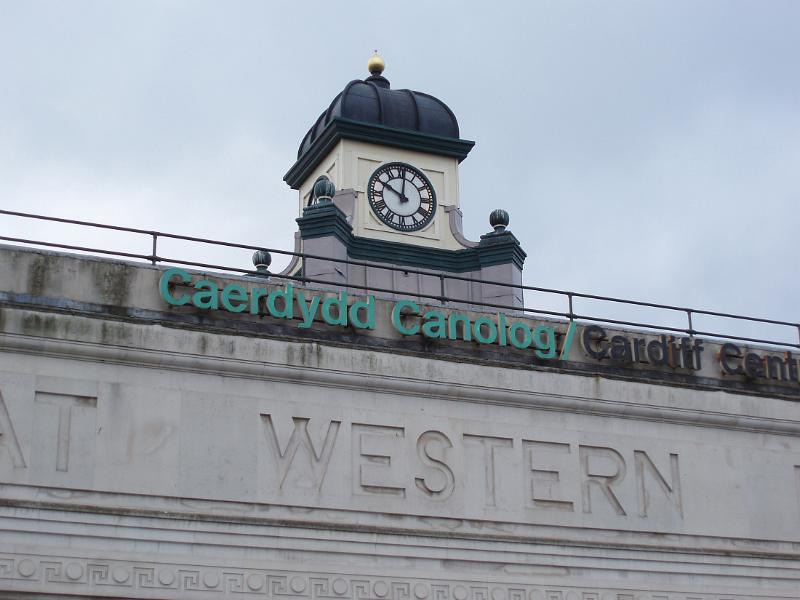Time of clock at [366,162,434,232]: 10:00
